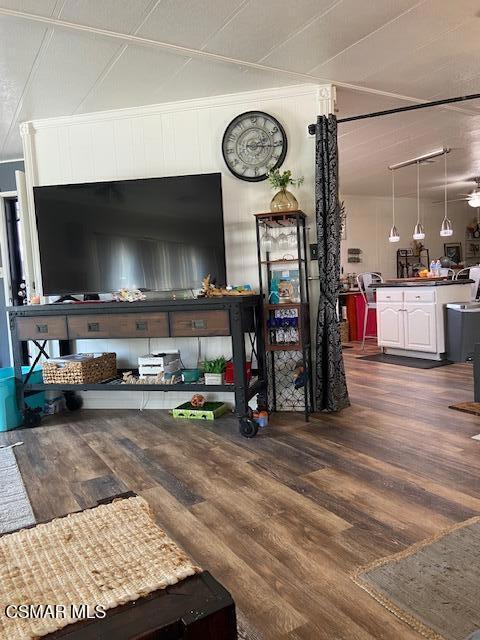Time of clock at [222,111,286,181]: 2:15
